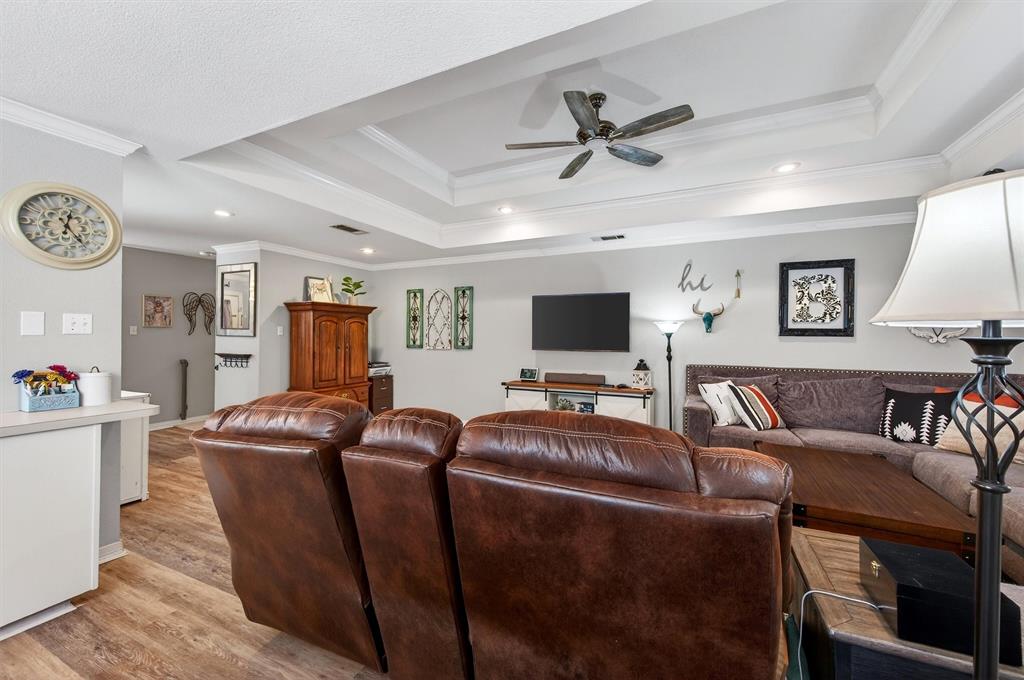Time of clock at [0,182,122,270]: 12:23
